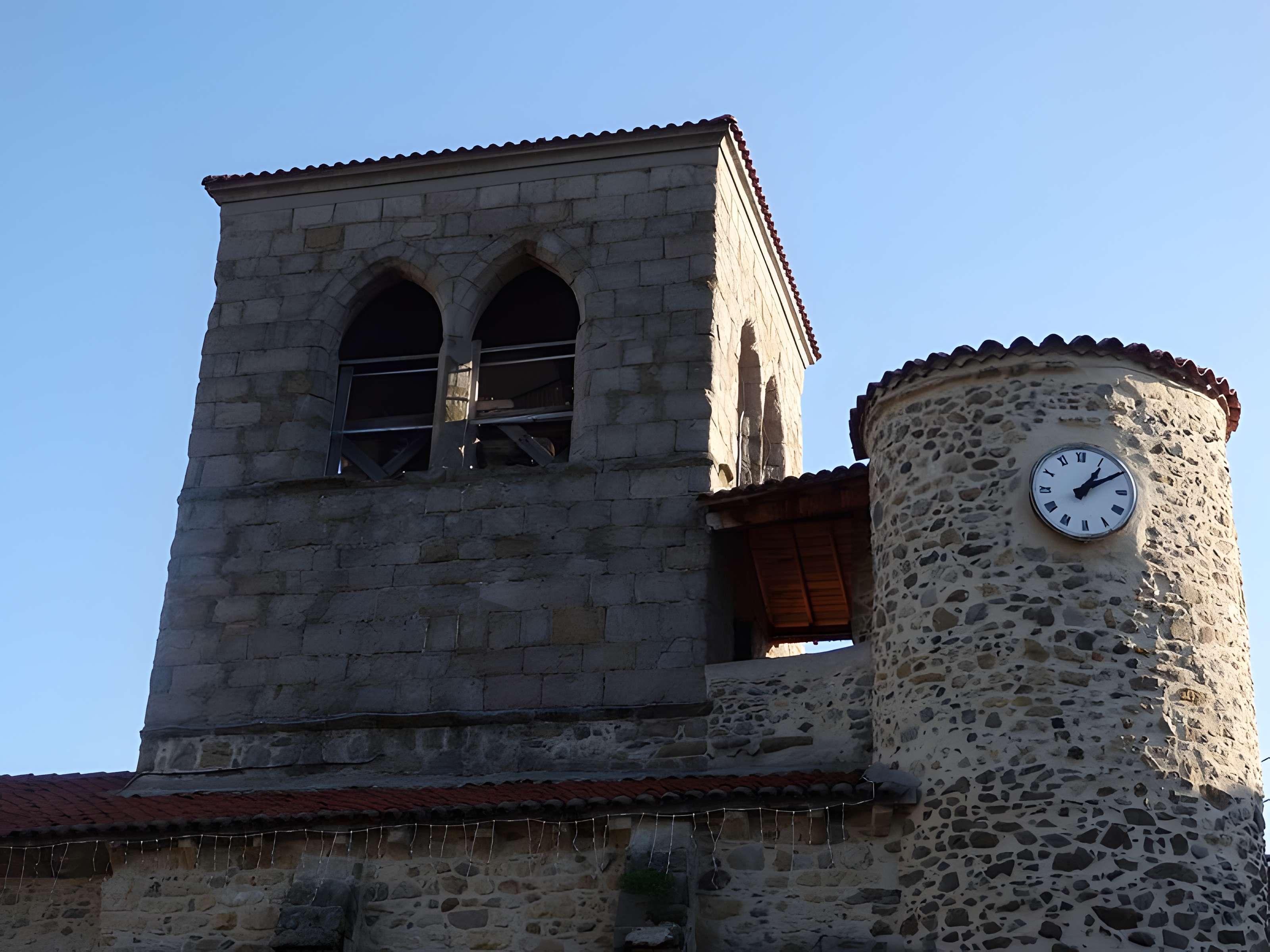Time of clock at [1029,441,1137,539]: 1:10
